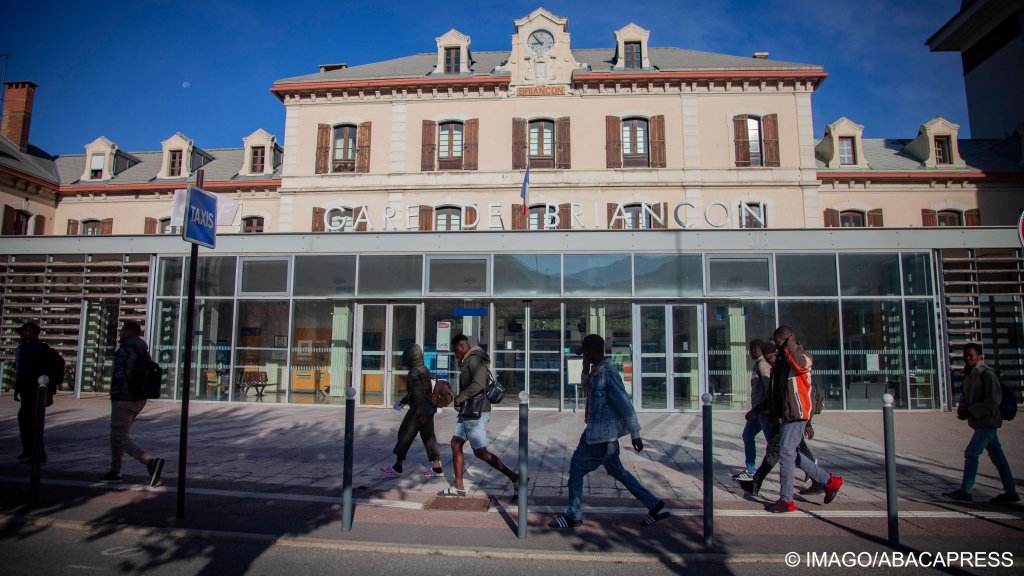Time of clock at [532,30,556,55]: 8:52
